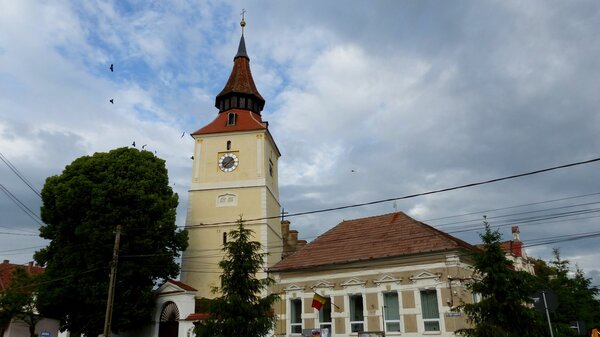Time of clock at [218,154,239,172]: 1:37
